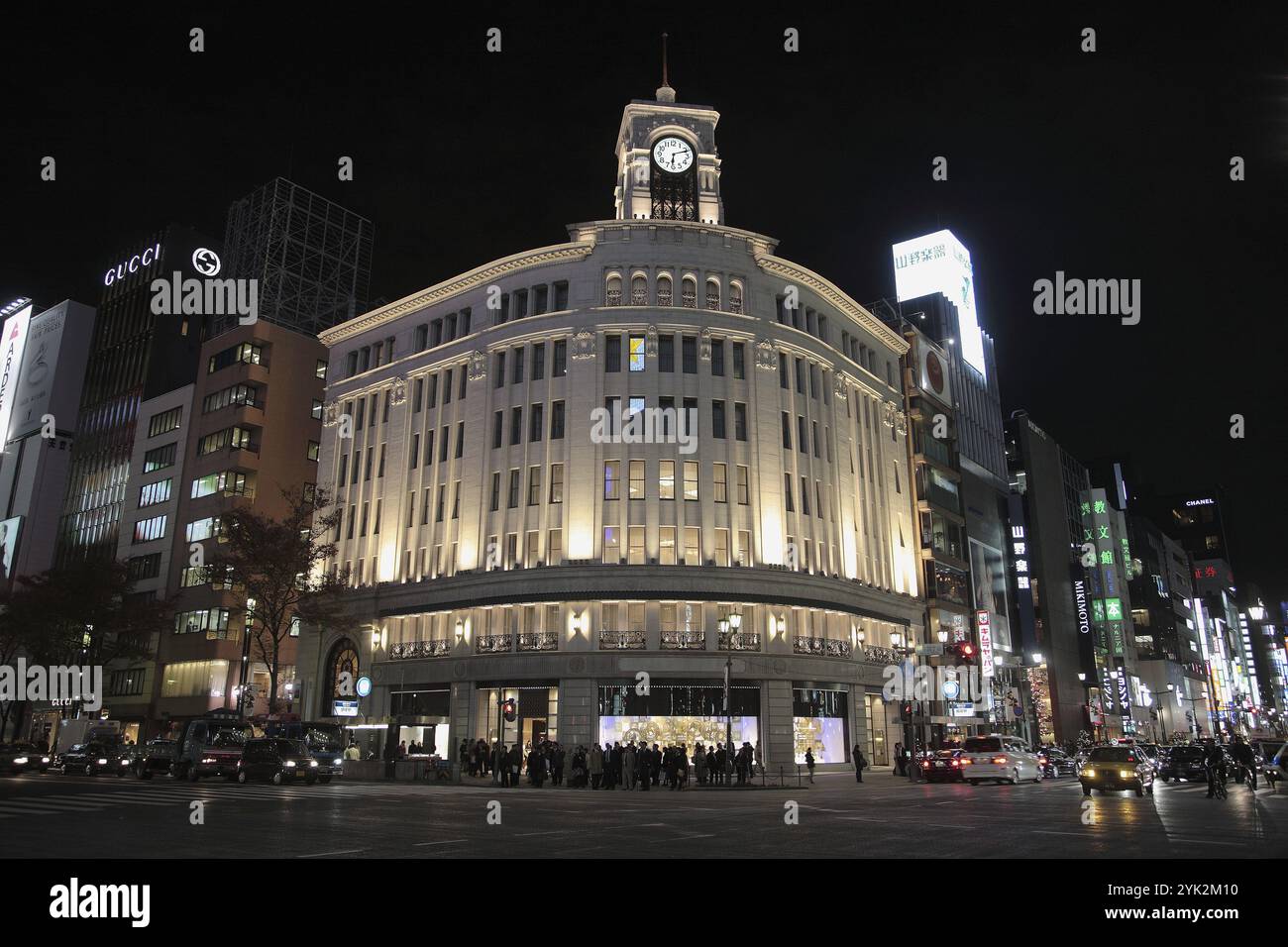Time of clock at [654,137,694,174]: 6:11
